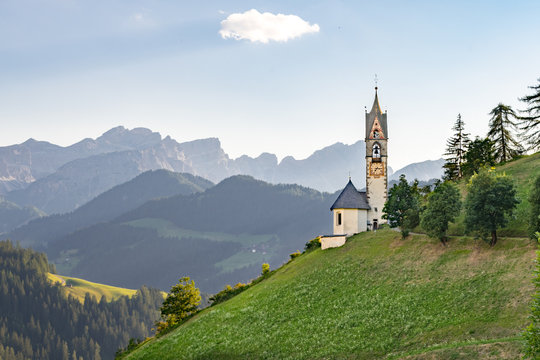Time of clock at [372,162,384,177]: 7:15
